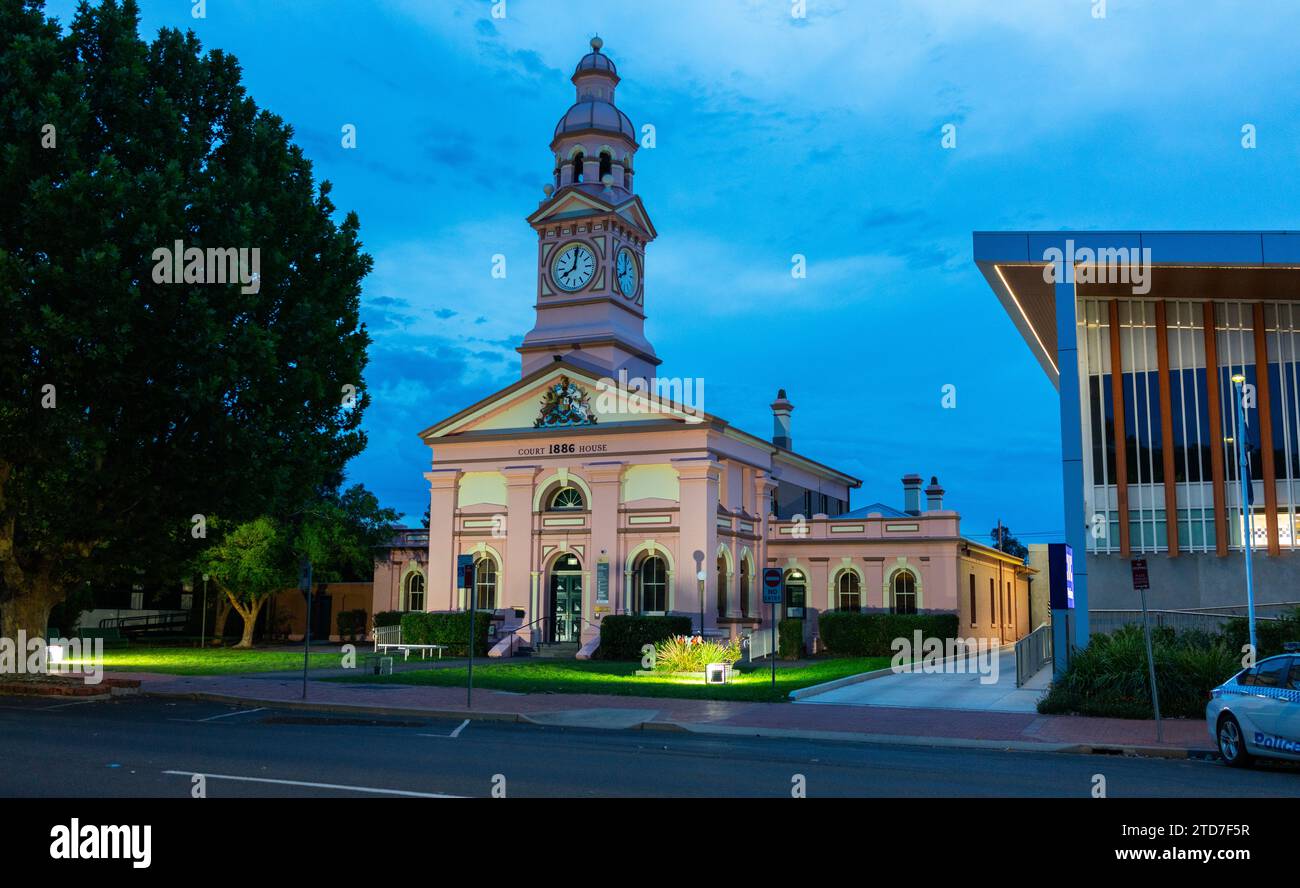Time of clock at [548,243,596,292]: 8:01
